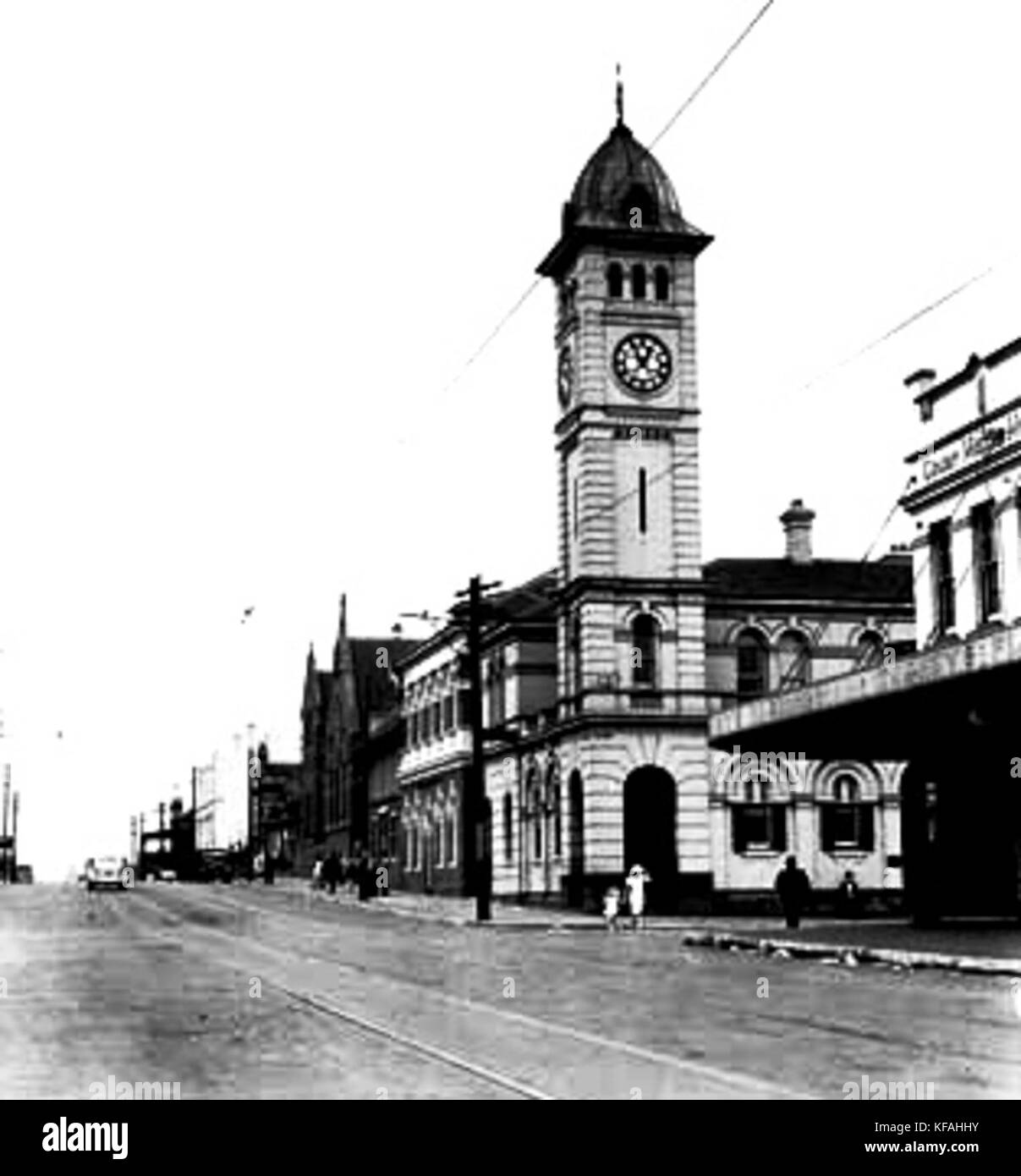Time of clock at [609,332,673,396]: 12:55
